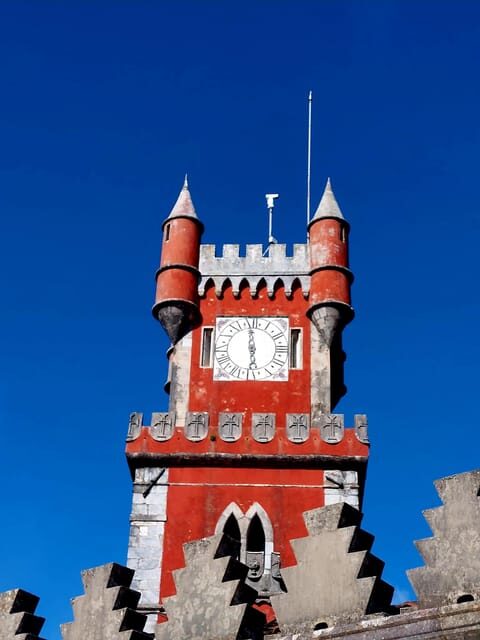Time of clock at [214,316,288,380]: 5:59
